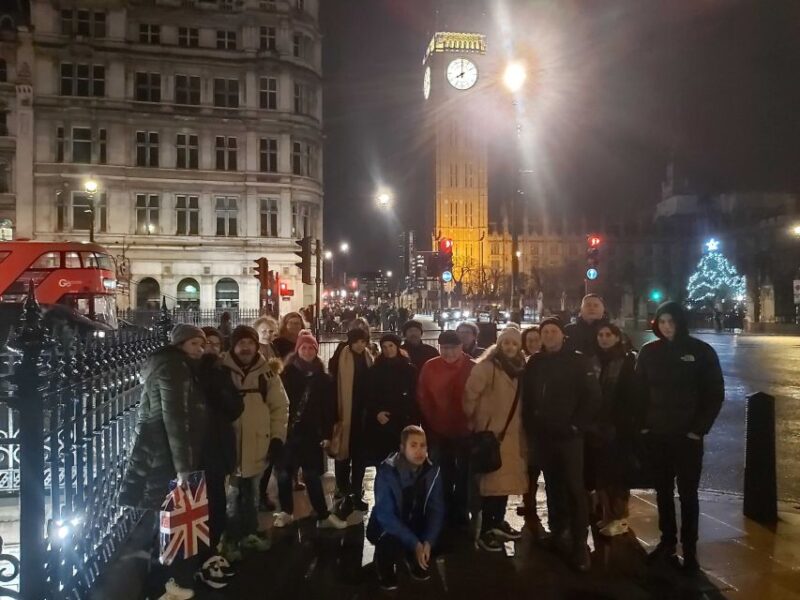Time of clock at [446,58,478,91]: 8:00
